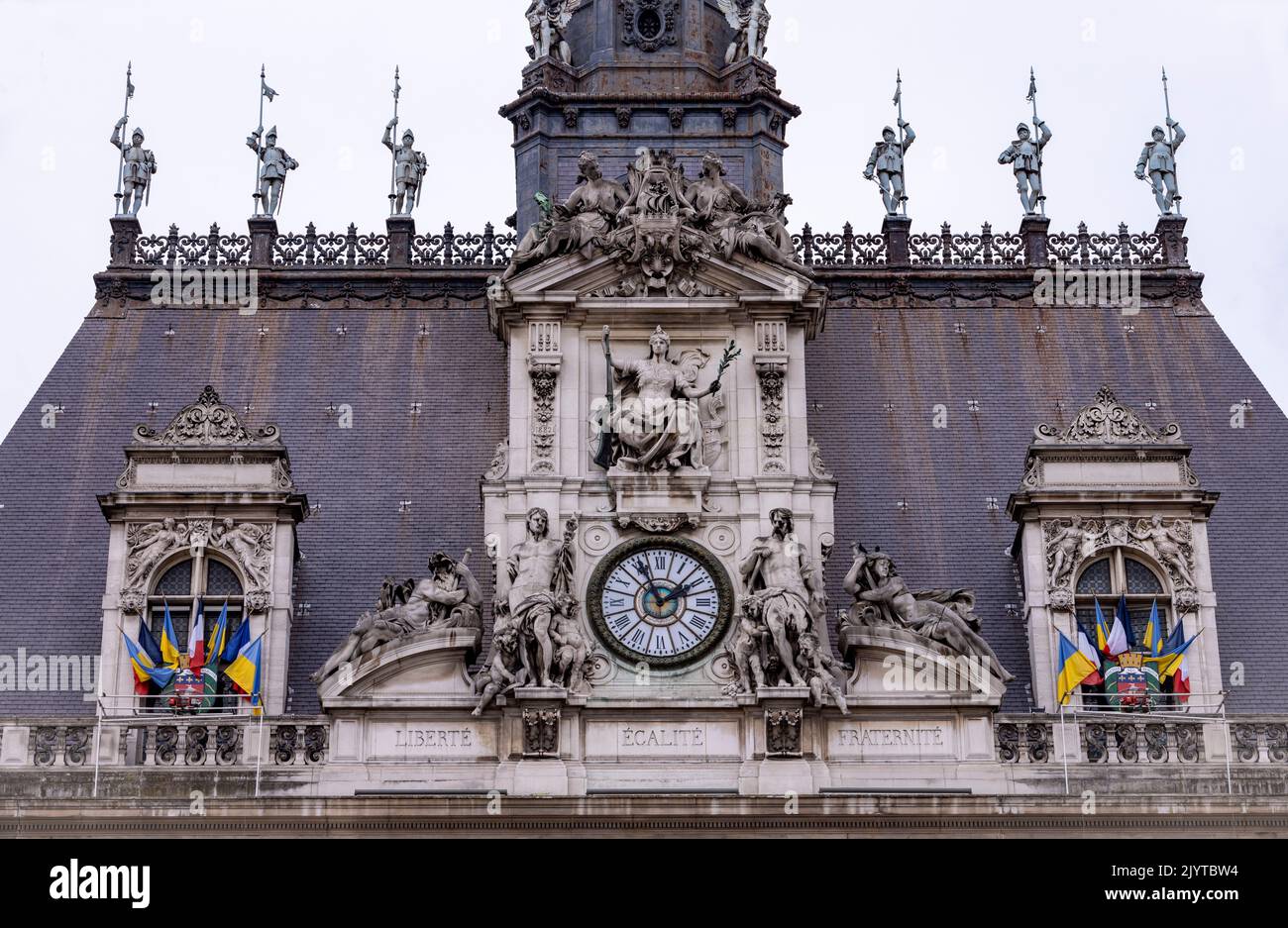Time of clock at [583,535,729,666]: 1:56
